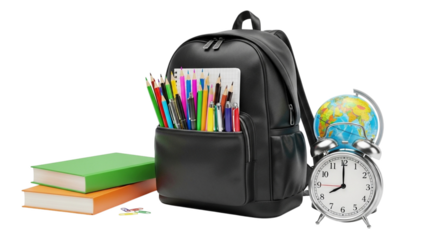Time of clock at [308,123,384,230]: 7:59
